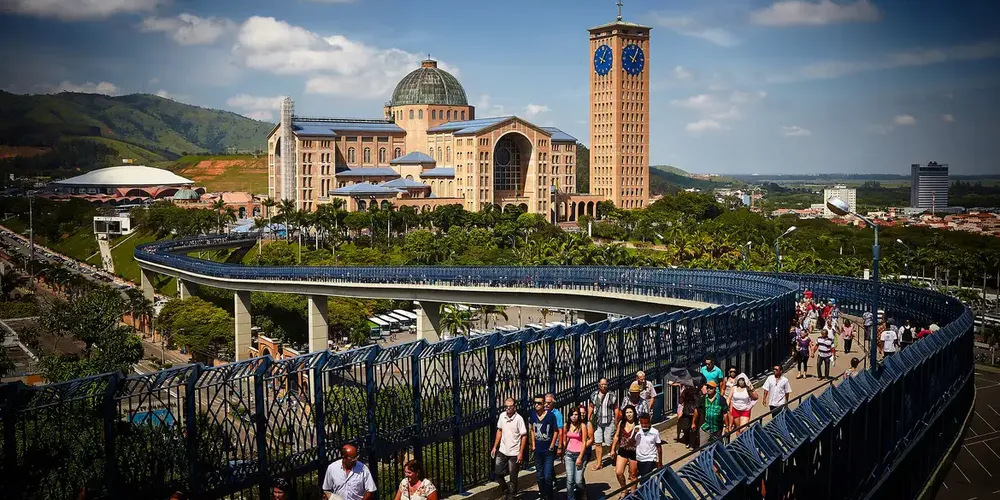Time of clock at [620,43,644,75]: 10:05
